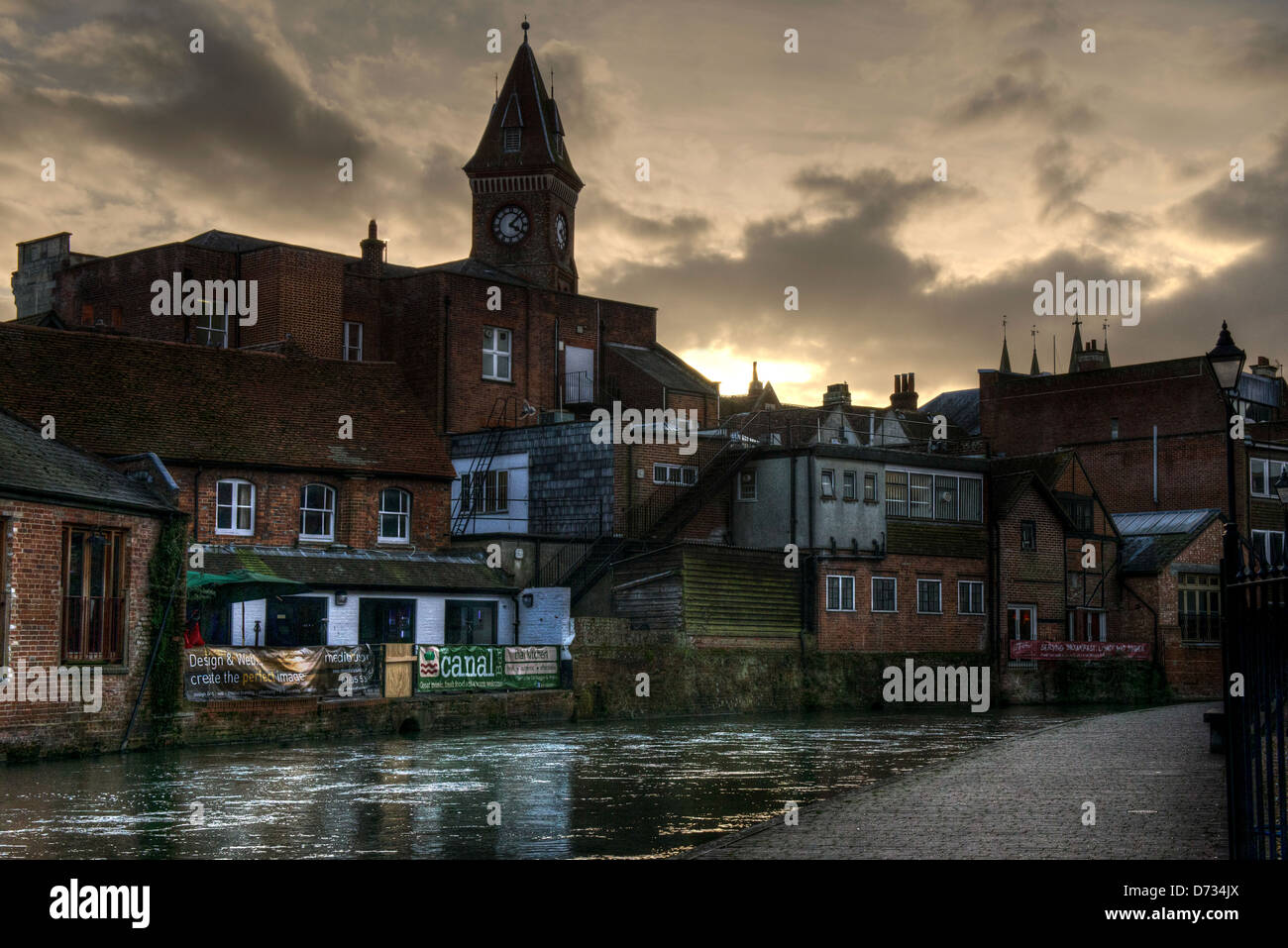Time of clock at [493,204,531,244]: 4:07
